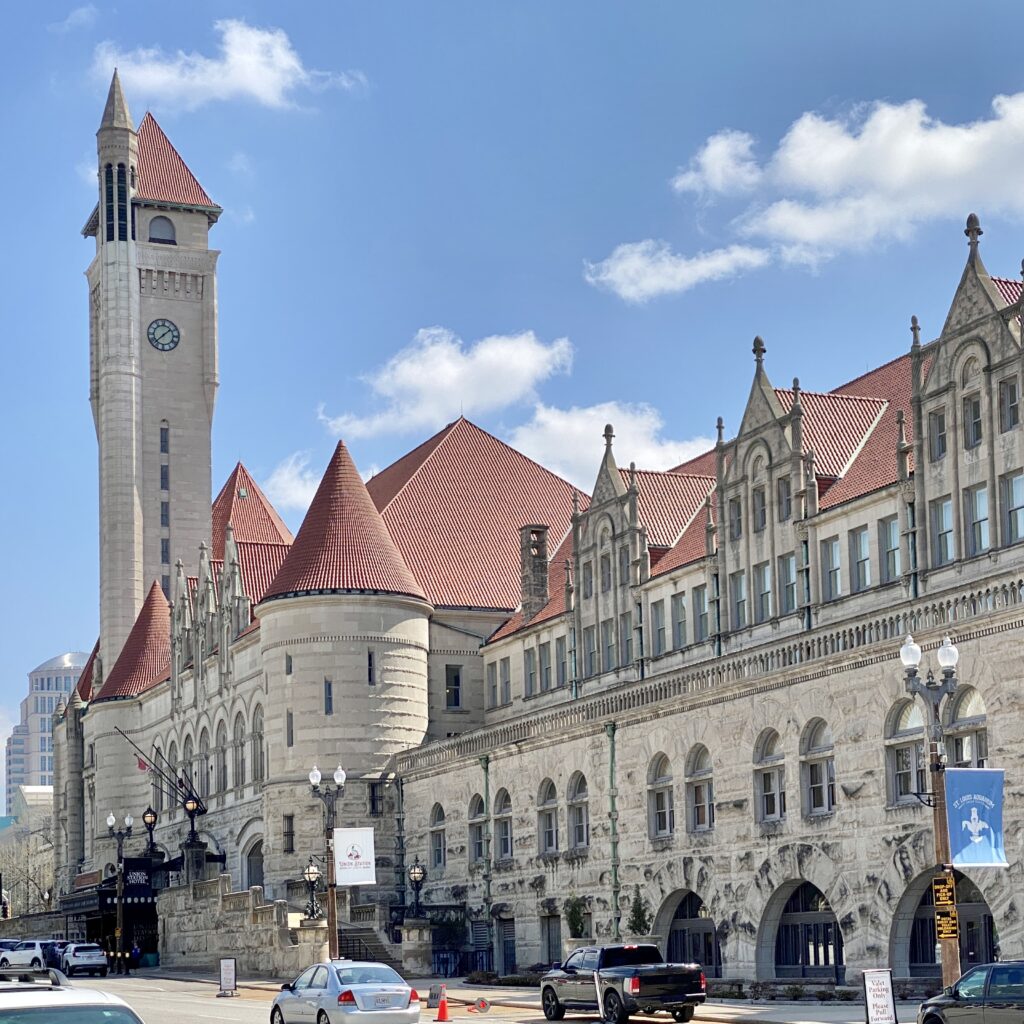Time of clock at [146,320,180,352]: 1:37
